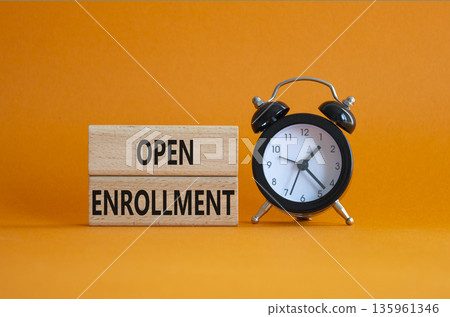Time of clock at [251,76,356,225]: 1:22
